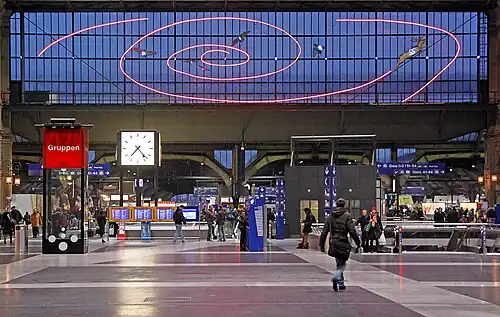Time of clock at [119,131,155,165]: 7:23
